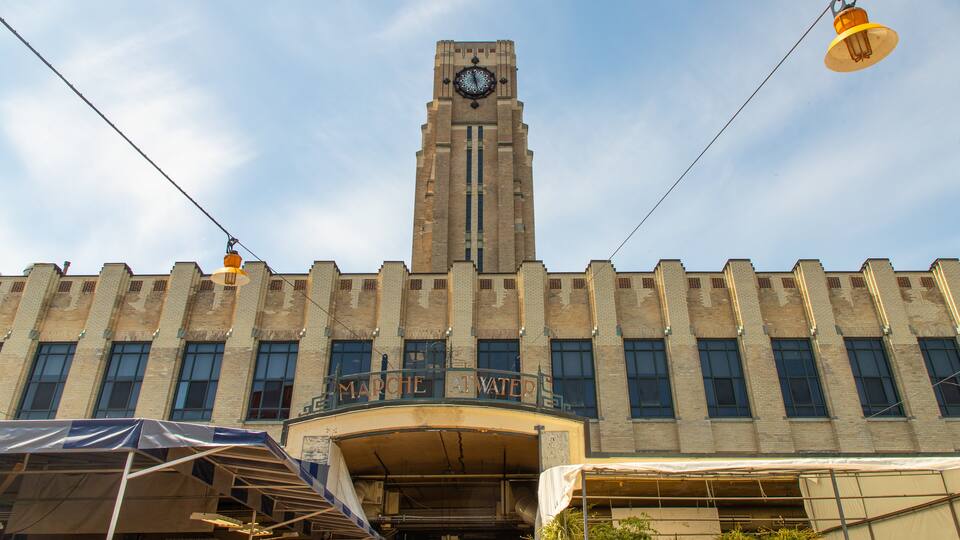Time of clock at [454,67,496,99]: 11:27
